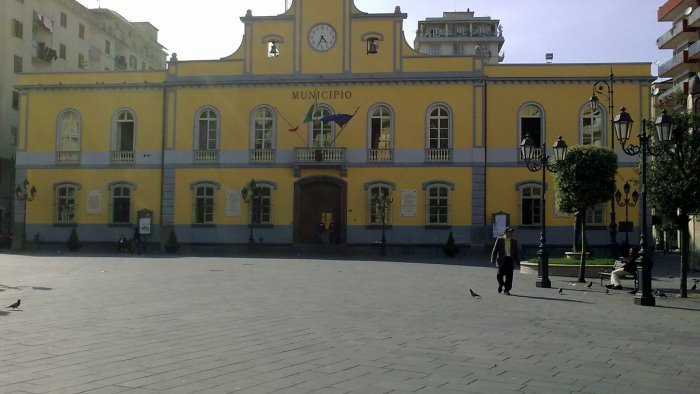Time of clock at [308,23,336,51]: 4:34
